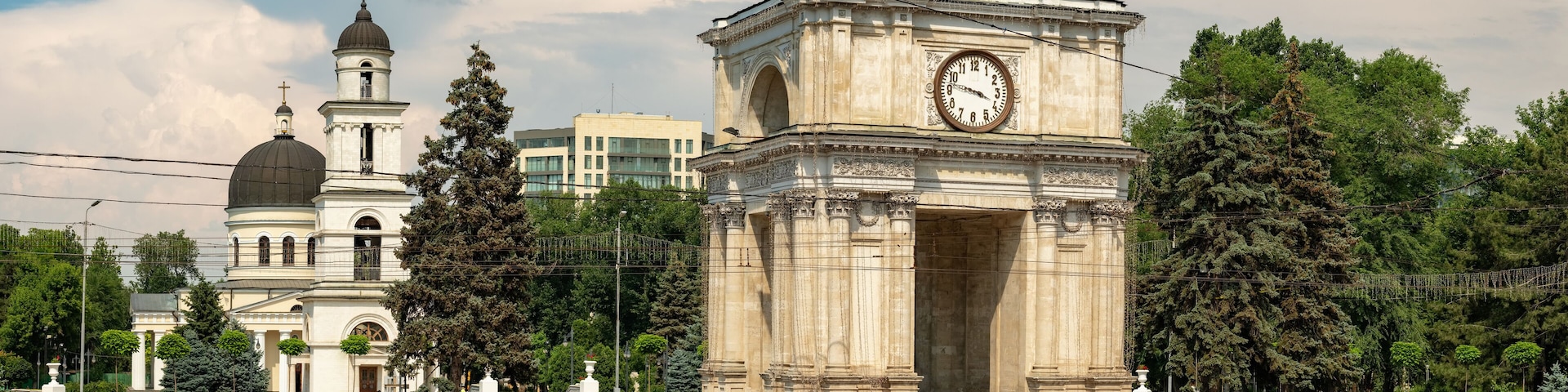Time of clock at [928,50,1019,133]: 3:47
